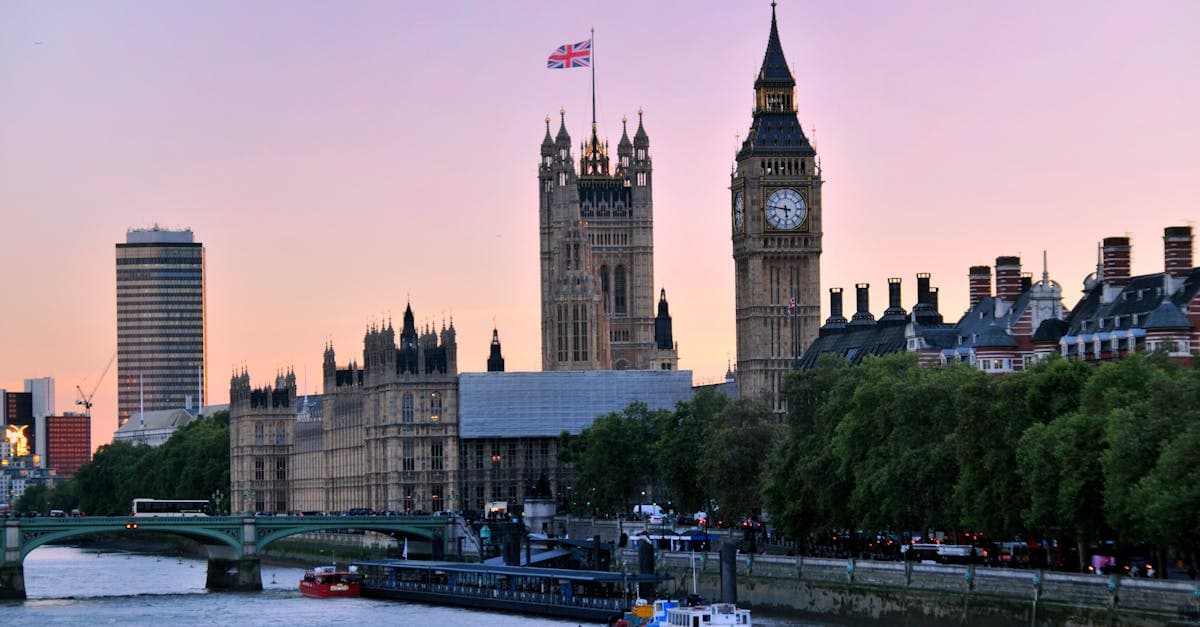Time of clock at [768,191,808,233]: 5:46
